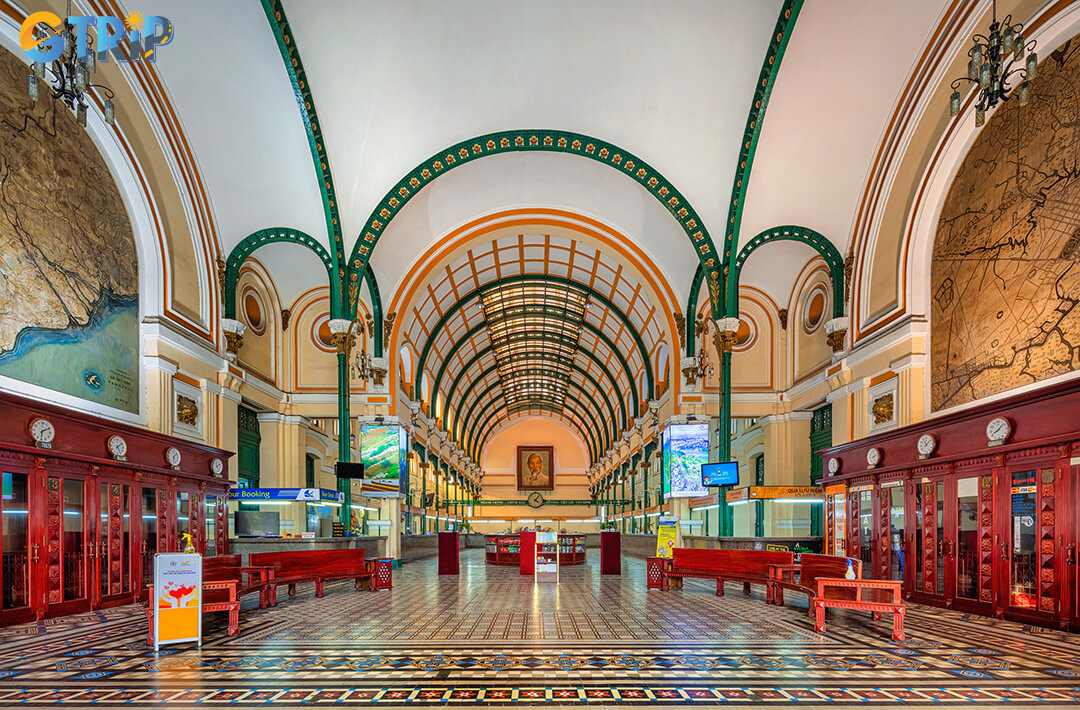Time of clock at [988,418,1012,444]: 8:07
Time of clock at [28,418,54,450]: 6:10
